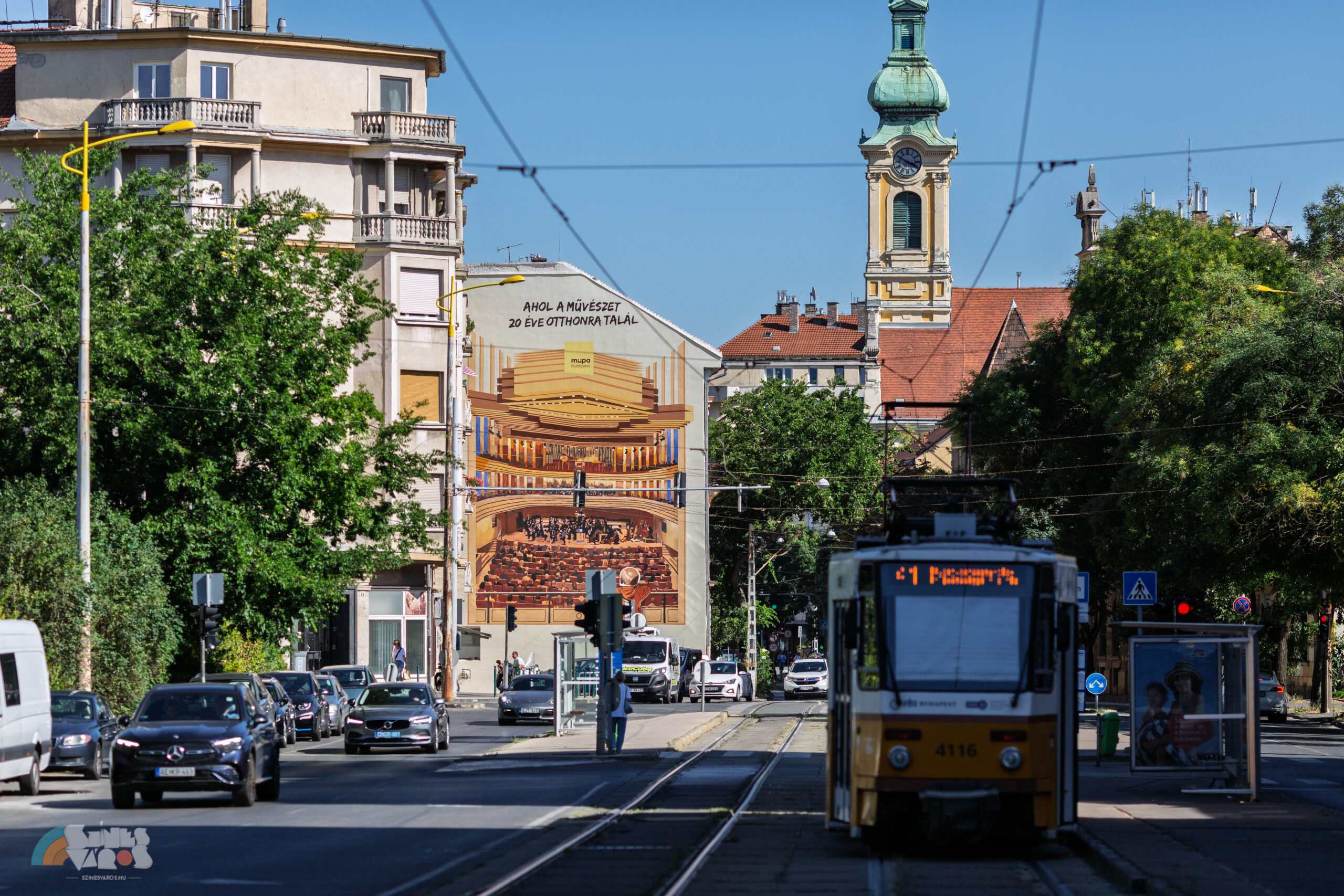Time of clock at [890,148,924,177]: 3:49
